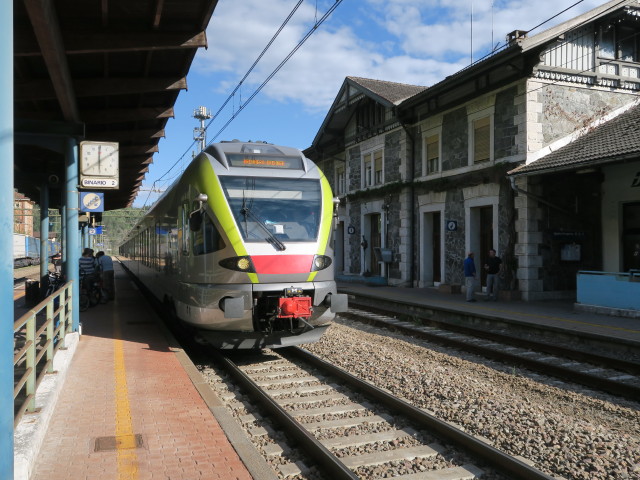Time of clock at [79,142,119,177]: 6:00
